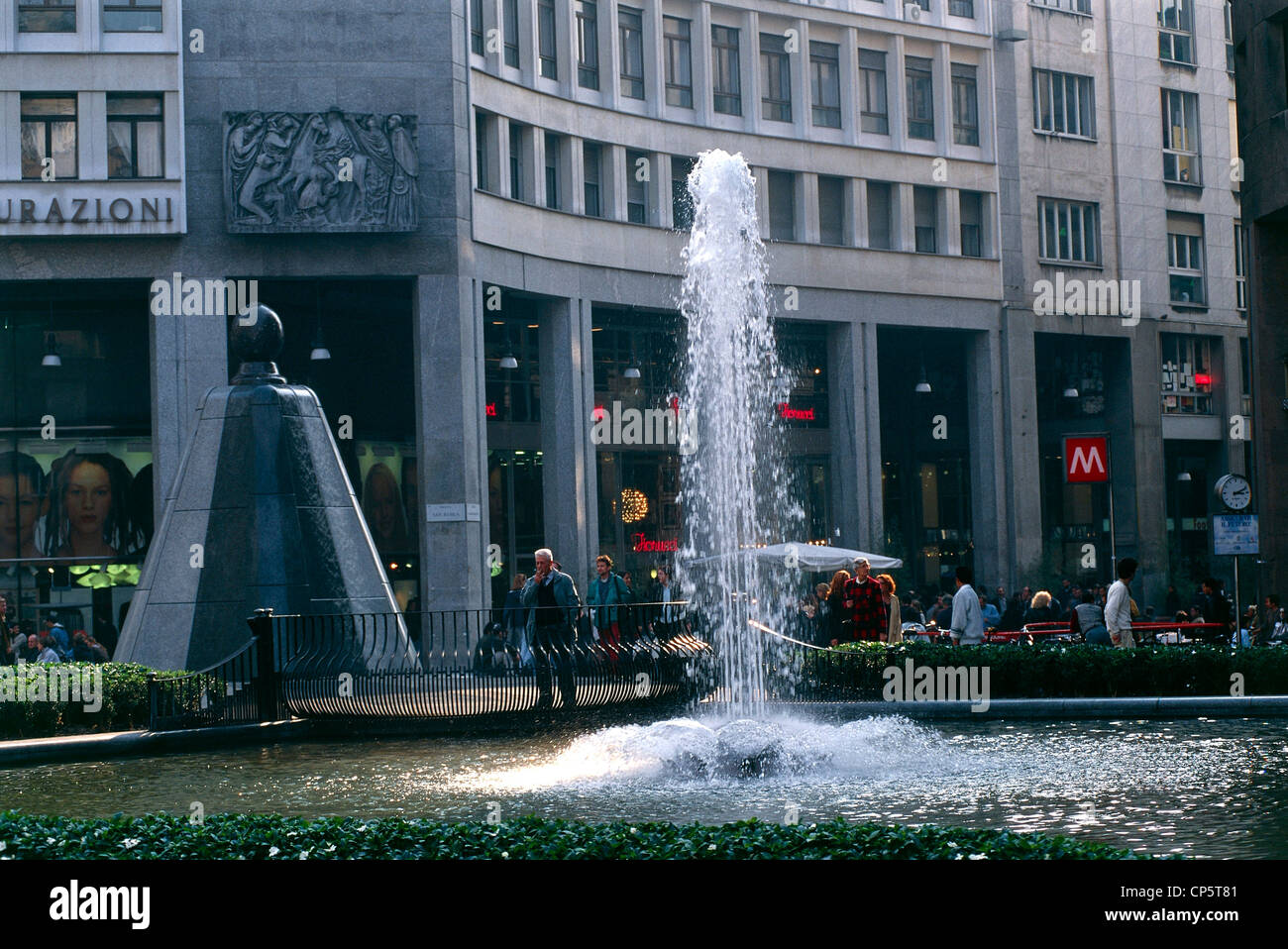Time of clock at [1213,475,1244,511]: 3:11
